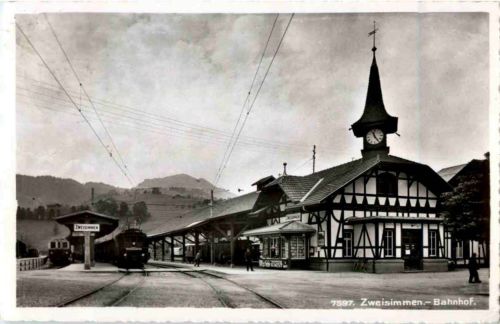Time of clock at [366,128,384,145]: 11:24
